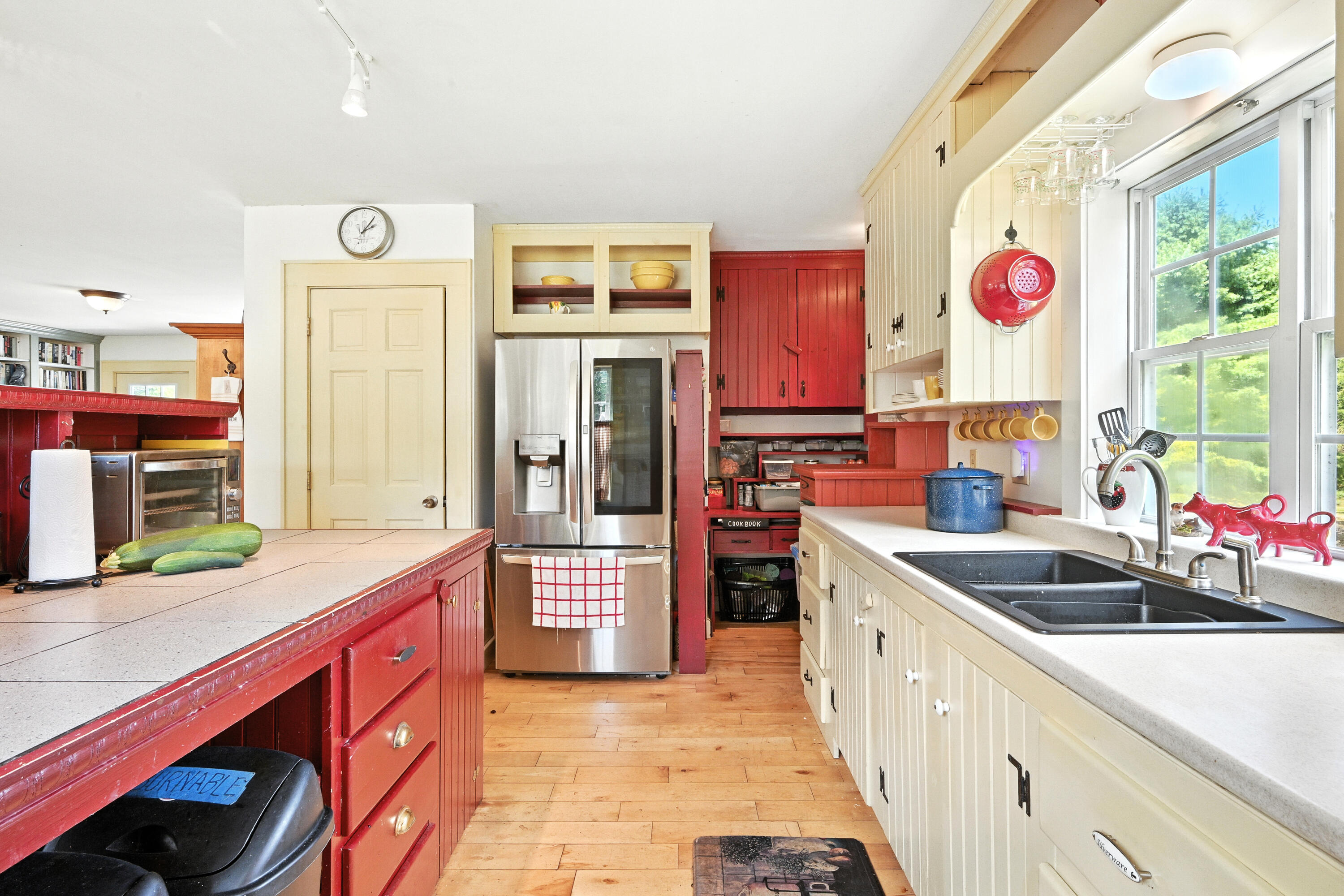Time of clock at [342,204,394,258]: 2:06
